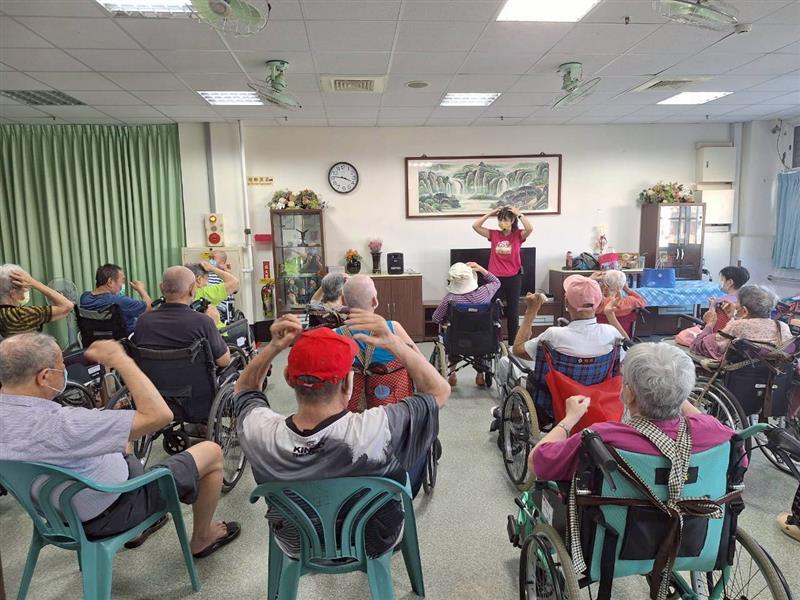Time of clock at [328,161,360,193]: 3:46
